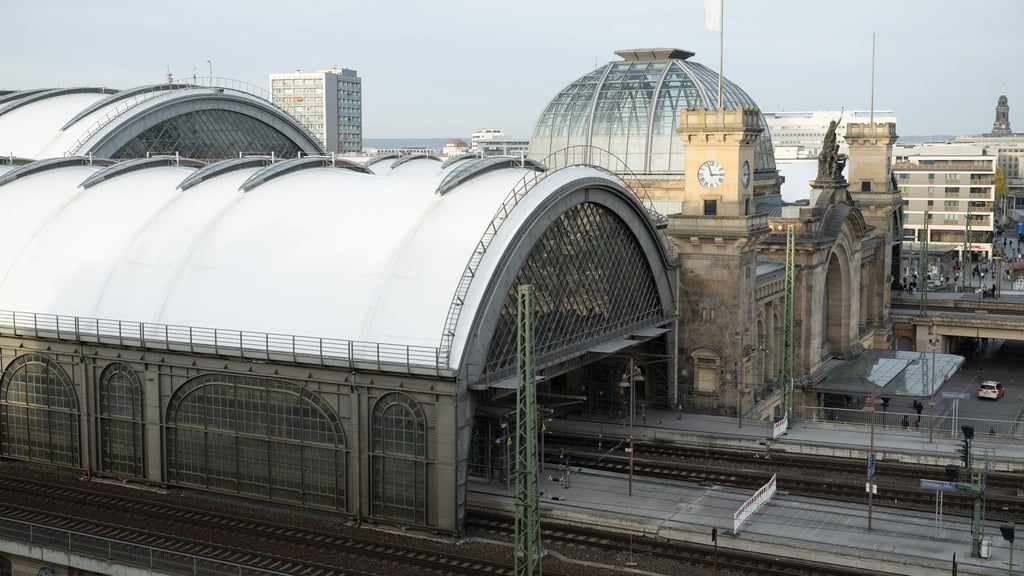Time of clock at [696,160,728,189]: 2:57
